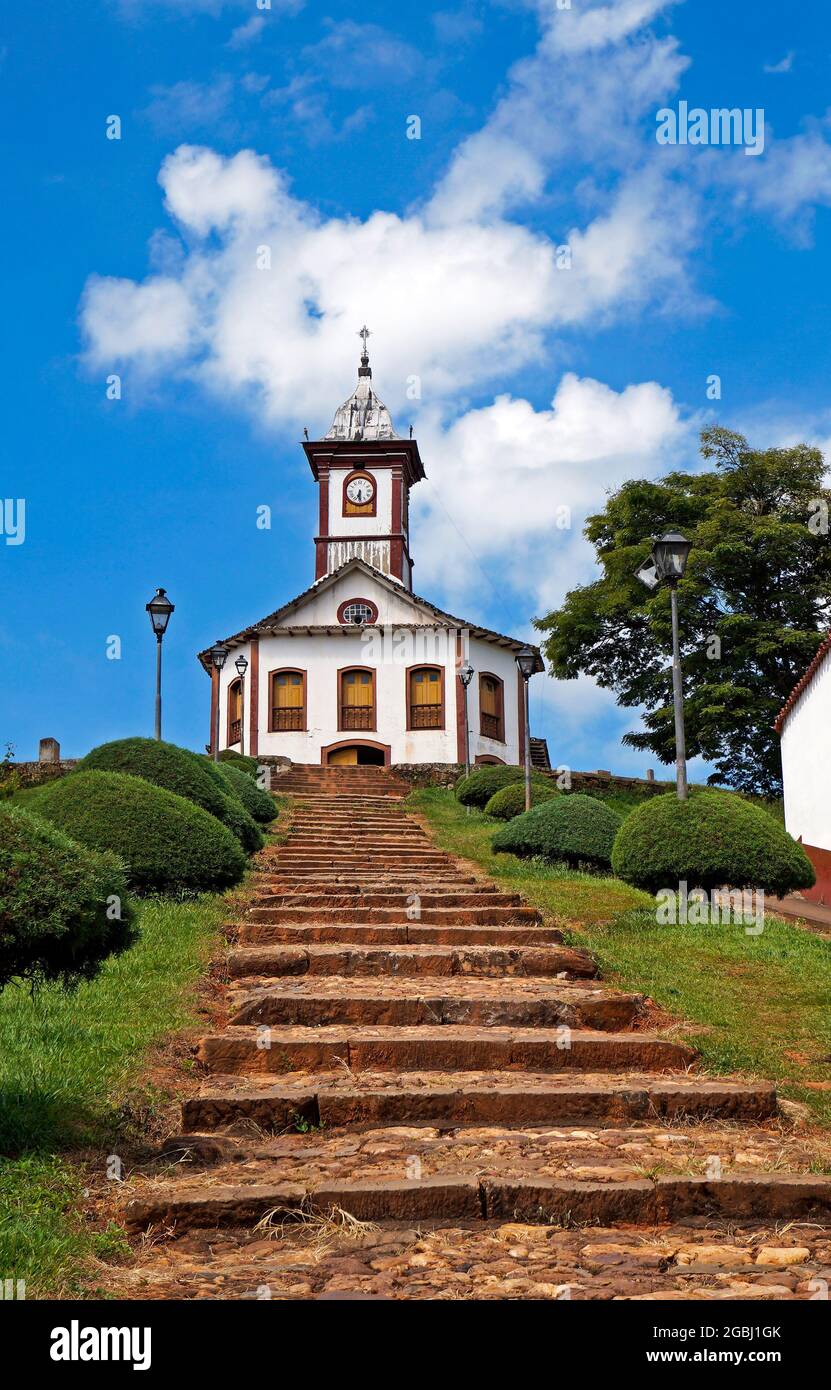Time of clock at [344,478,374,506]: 6:29
